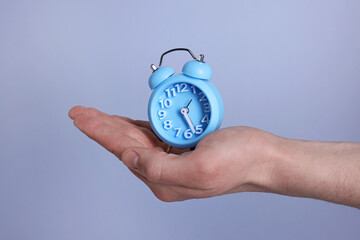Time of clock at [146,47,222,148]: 1:26
